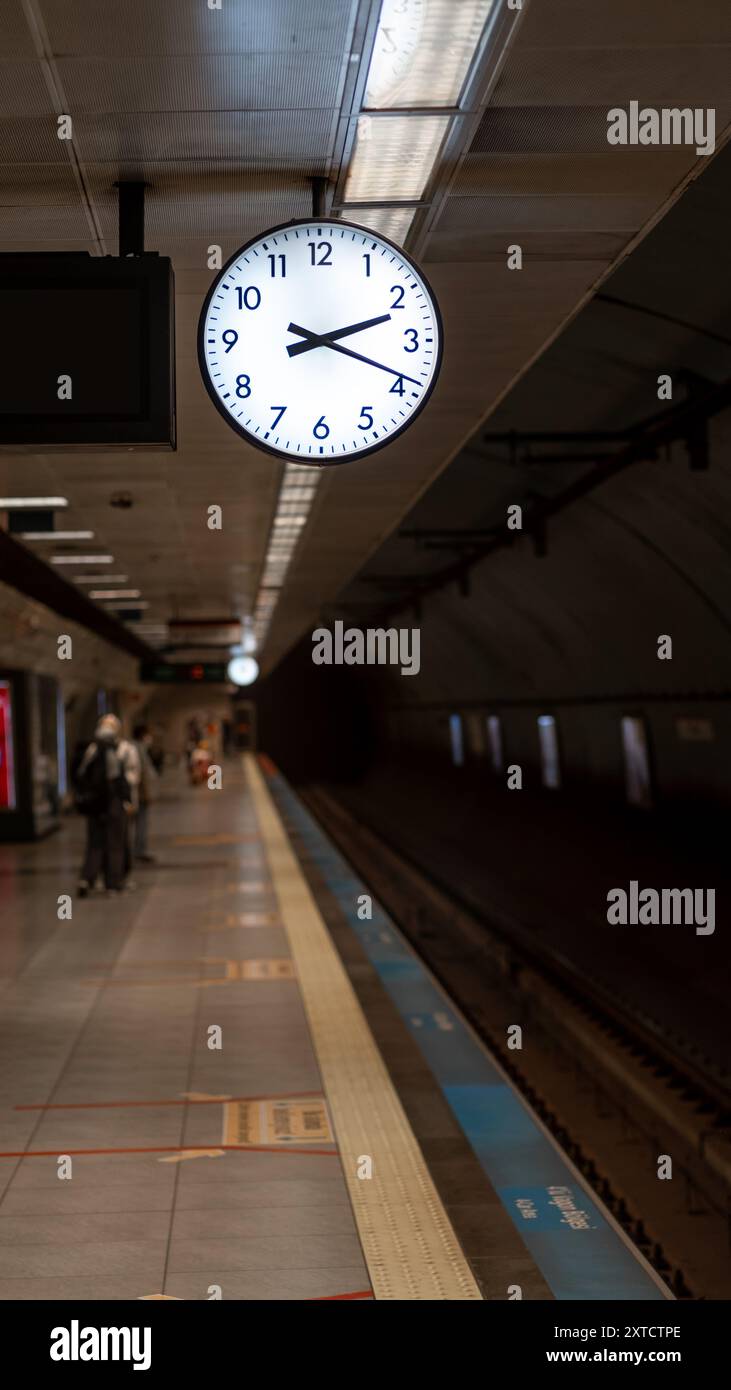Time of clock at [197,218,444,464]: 2:18
